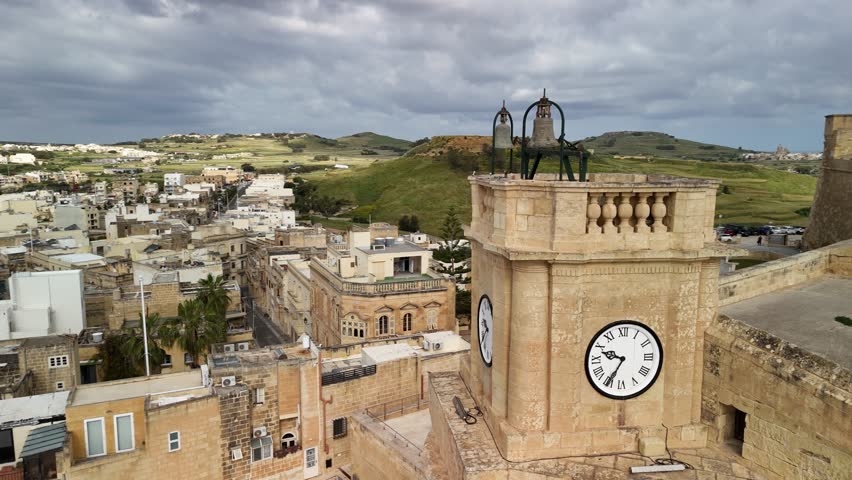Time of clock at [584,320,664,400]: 9:35
